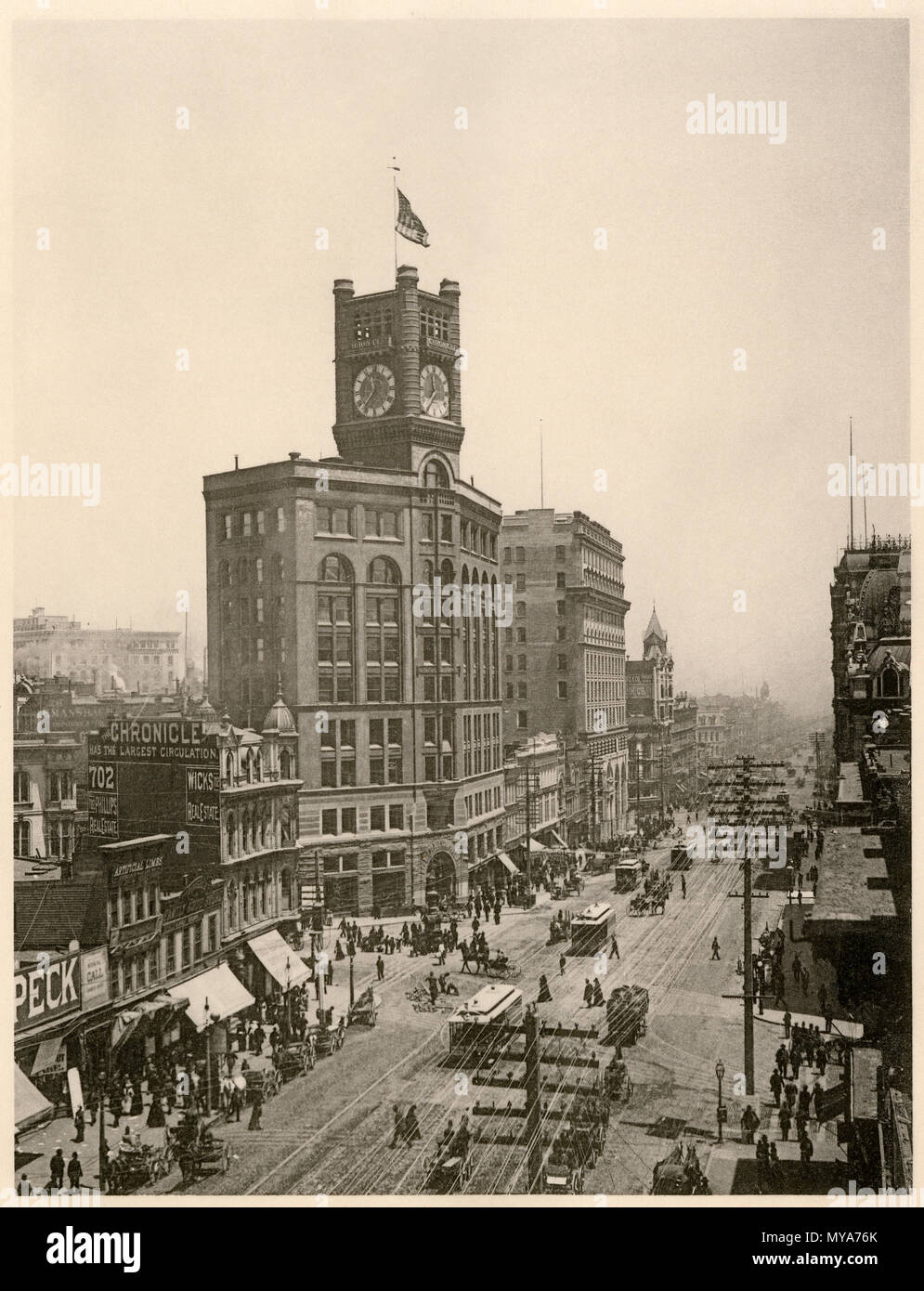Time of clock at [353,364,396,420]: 11:36
